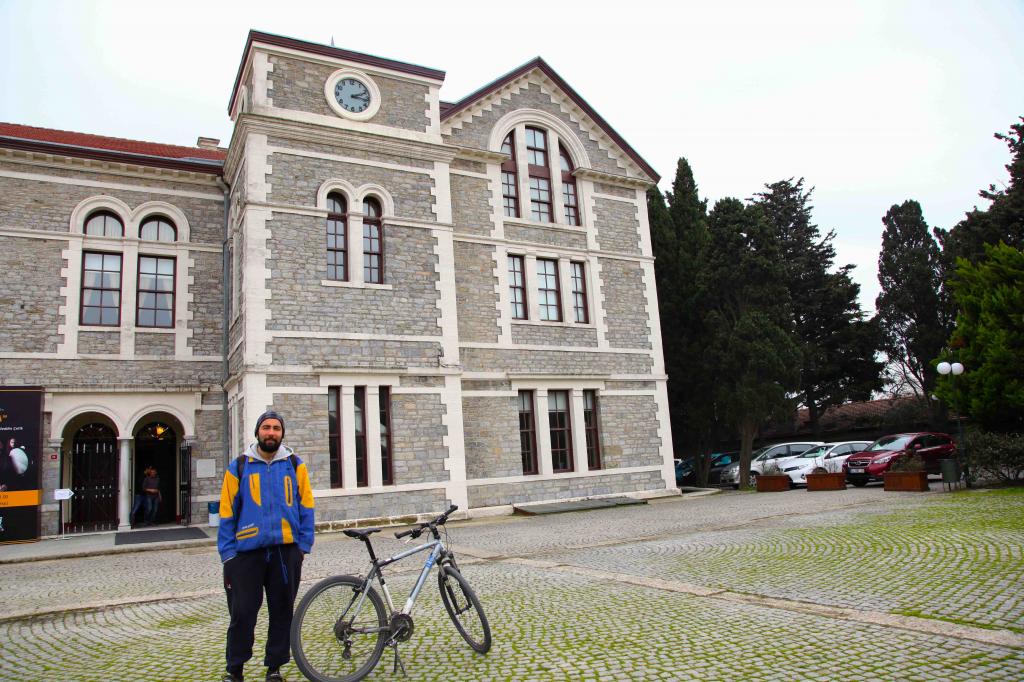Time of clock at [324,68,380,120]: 2:16
